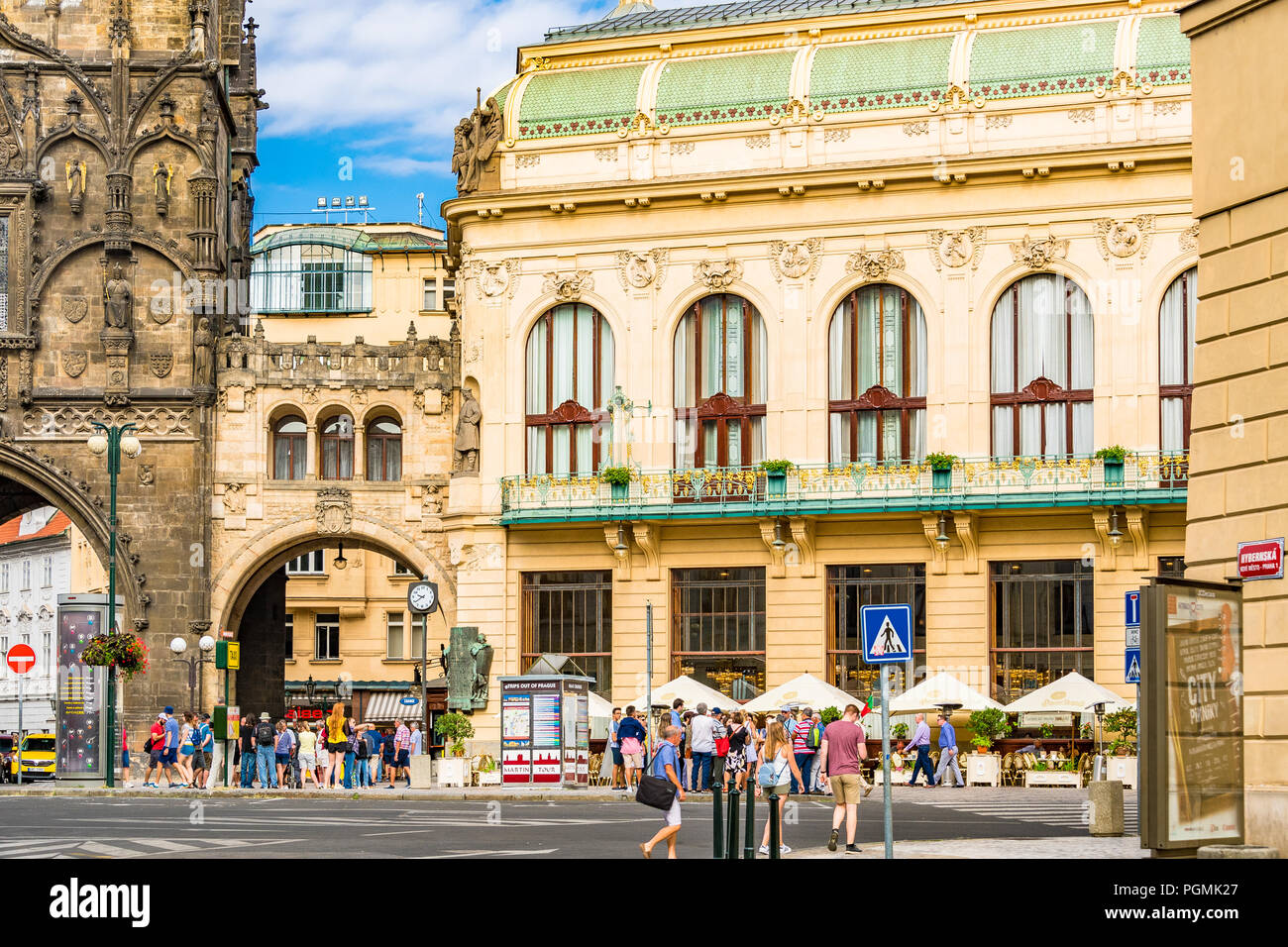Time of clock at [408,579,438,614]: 9:39
